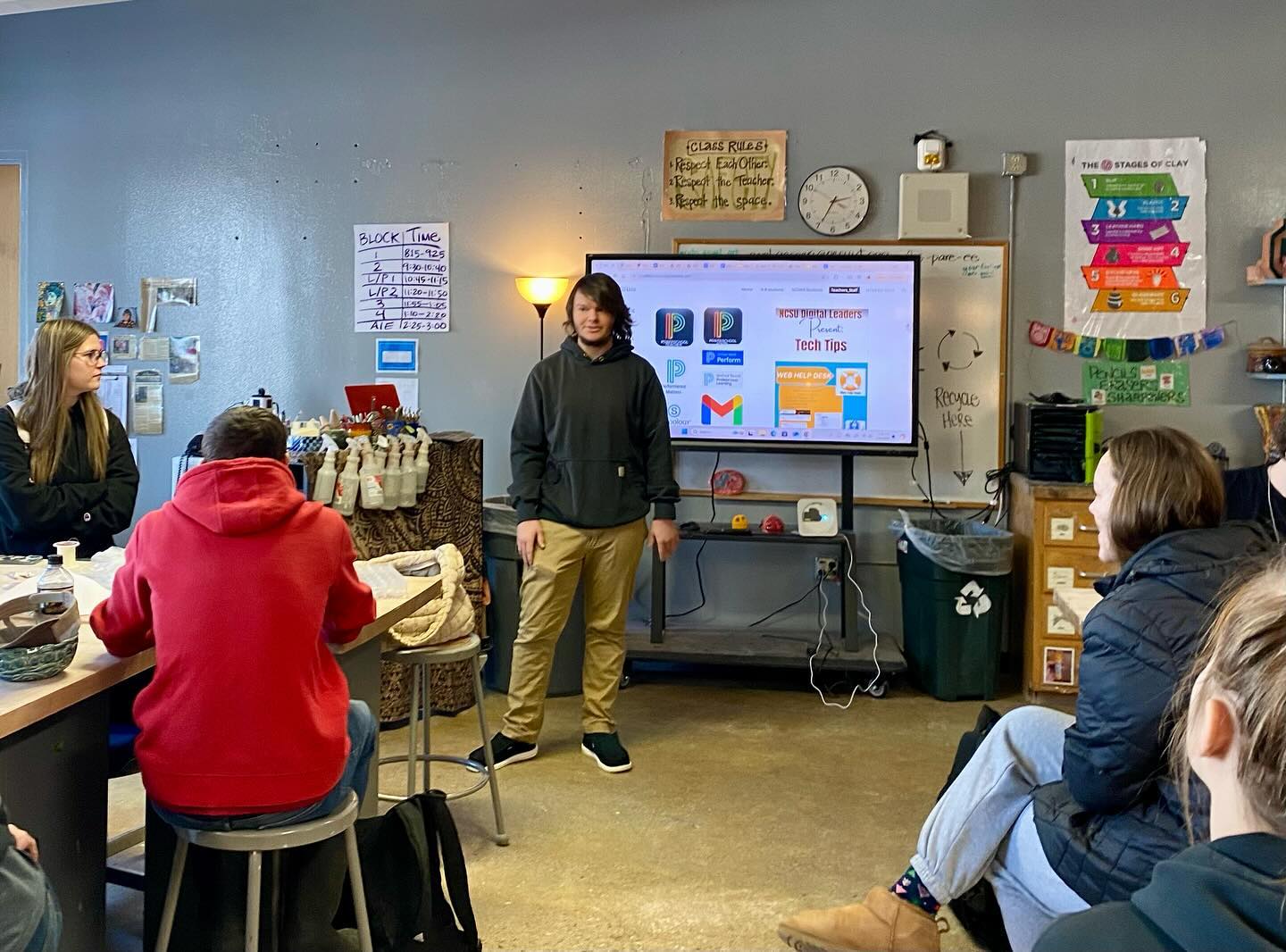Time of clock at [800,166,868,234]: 2:34
